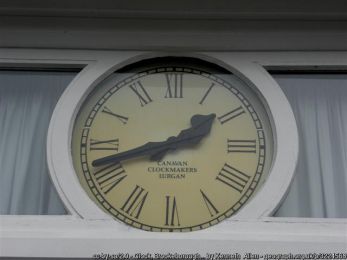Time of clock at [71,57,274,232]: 1:42
